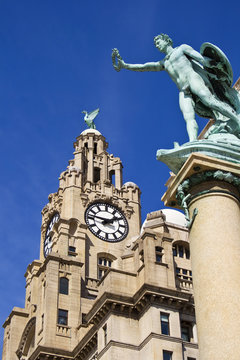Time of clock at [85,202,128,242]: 1:46
